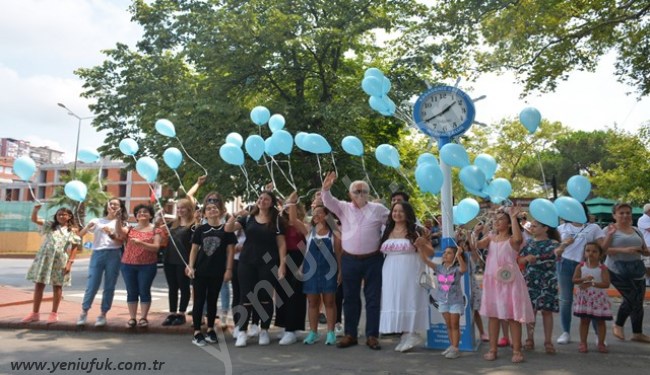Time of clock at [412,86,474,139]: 1:40
